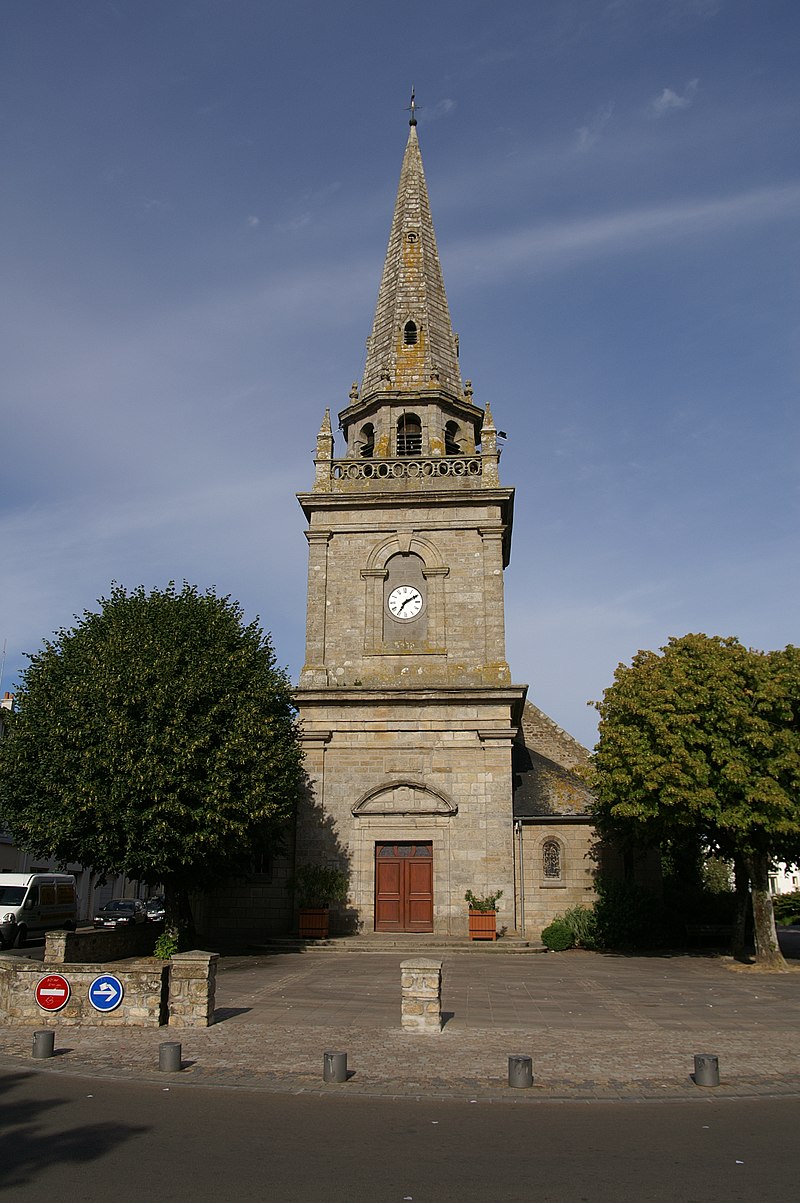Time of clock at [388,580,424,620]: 7:10
